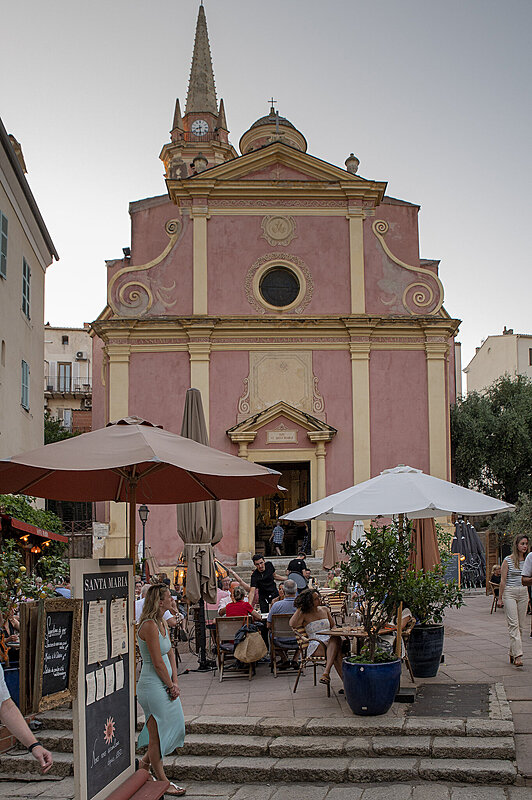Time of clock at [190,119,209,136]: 8:29
